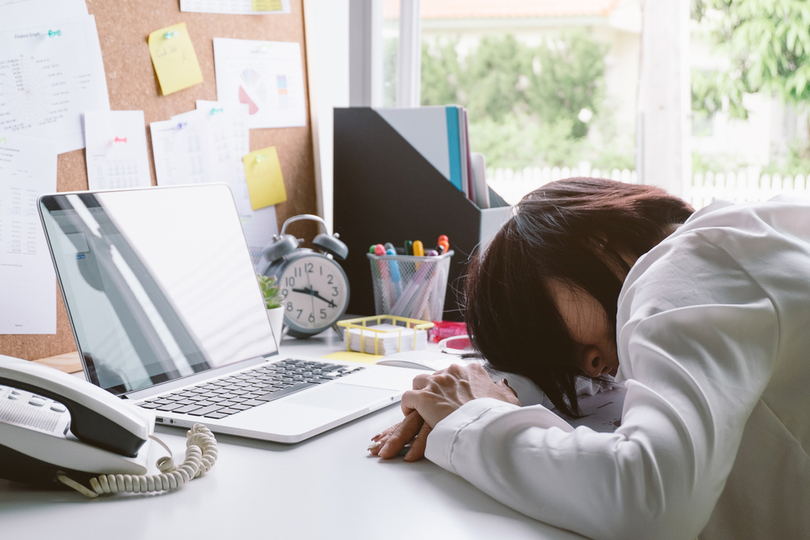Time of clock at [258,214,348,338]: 9:20
